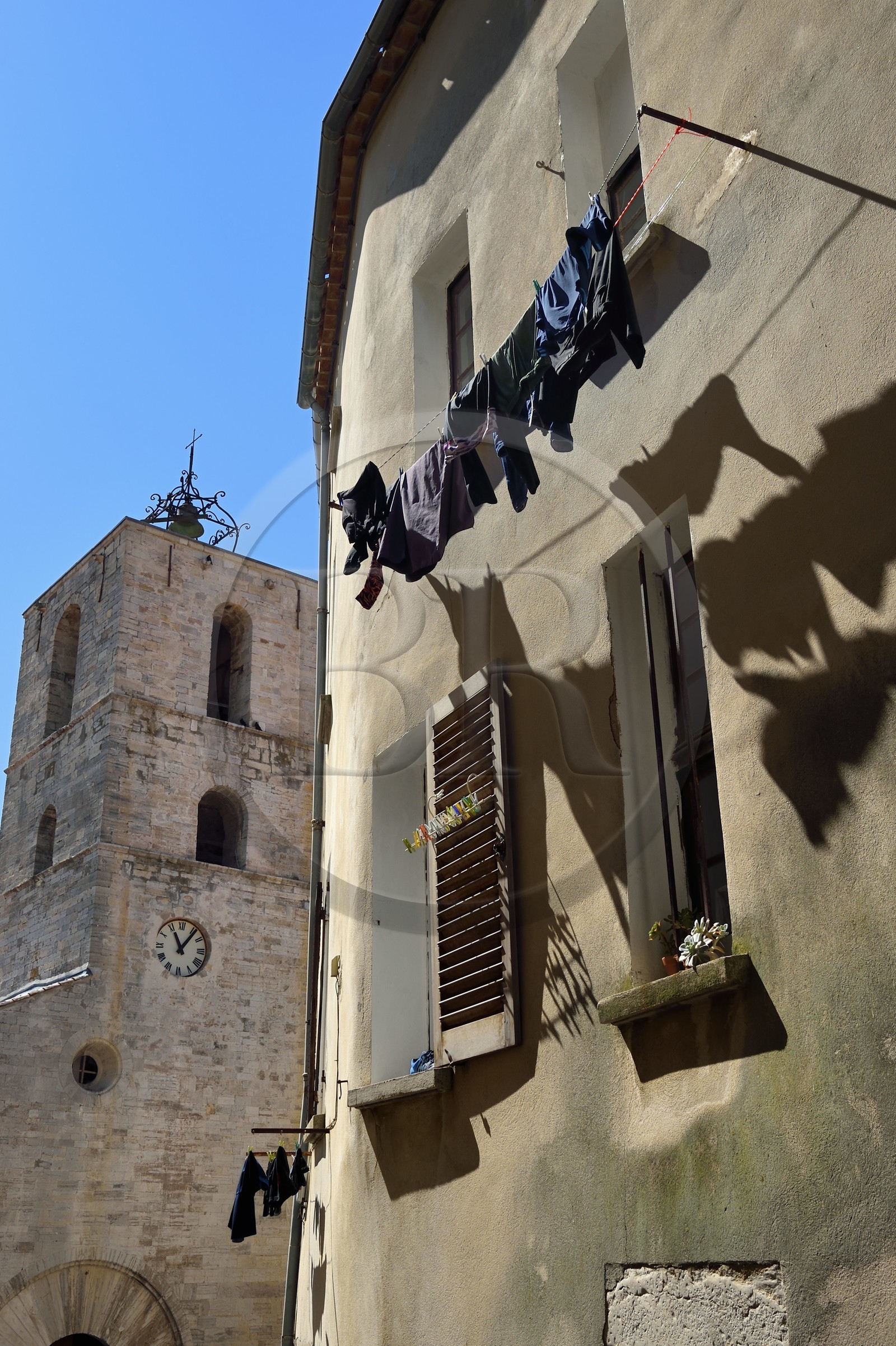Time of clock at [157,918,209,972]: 11:06
